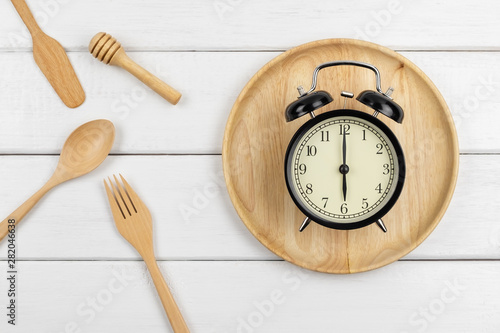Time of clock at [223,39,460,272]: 6:00
